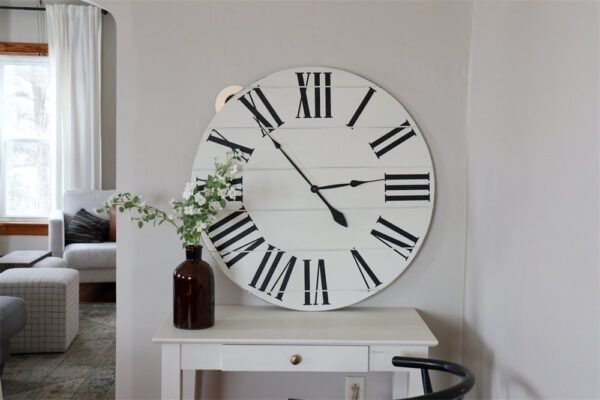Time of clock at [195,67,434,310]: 2:53
